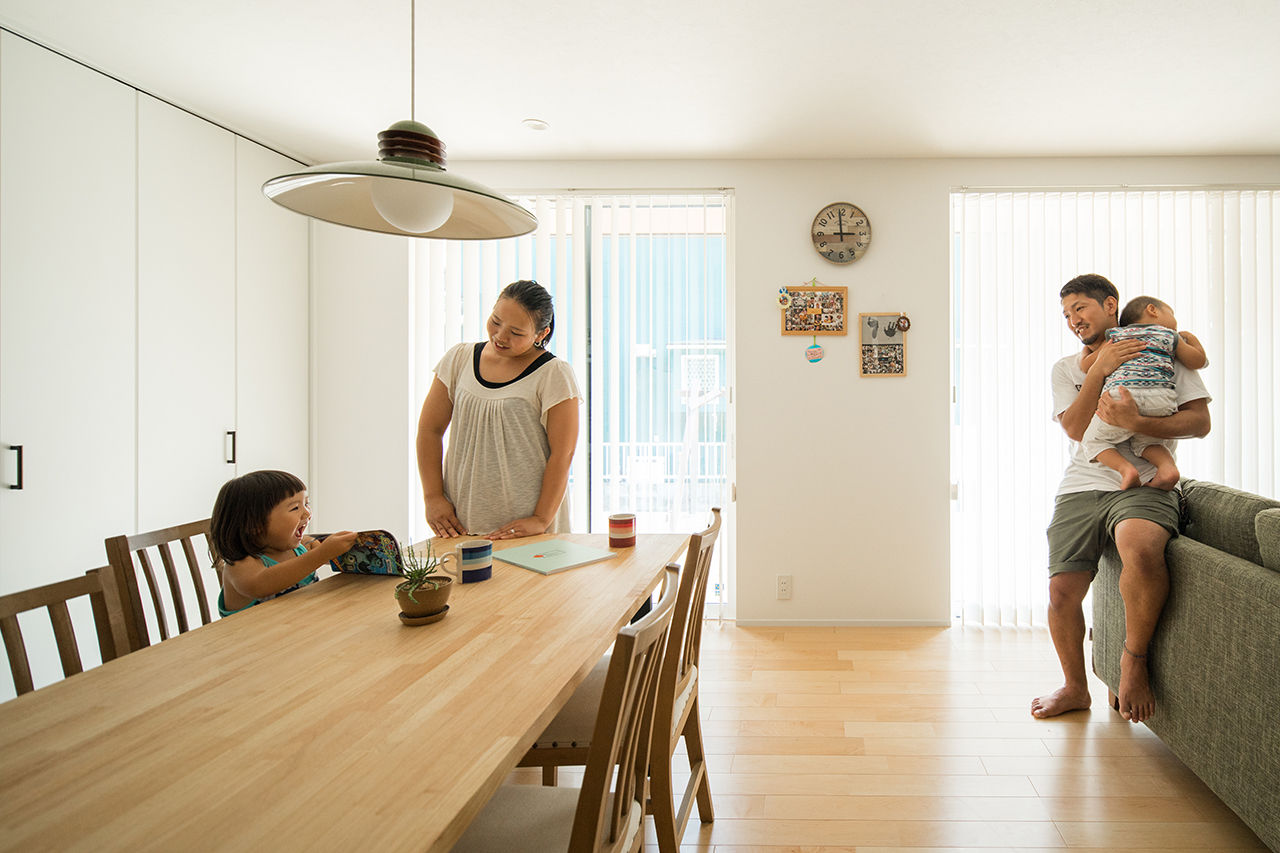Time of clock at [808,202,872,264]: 2:59
